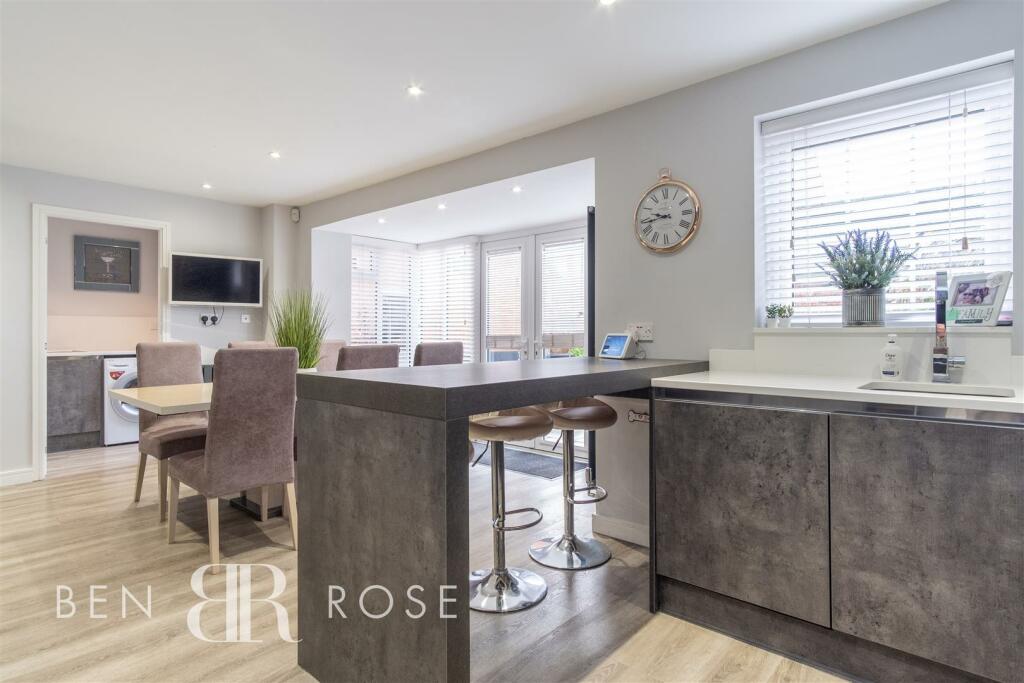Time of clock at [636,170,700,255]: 9:43
